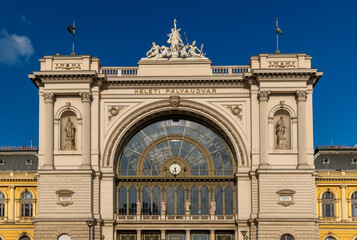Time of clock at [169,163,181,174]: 5:35
